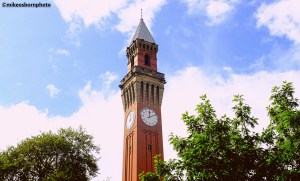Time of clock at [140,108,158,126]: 12:10
